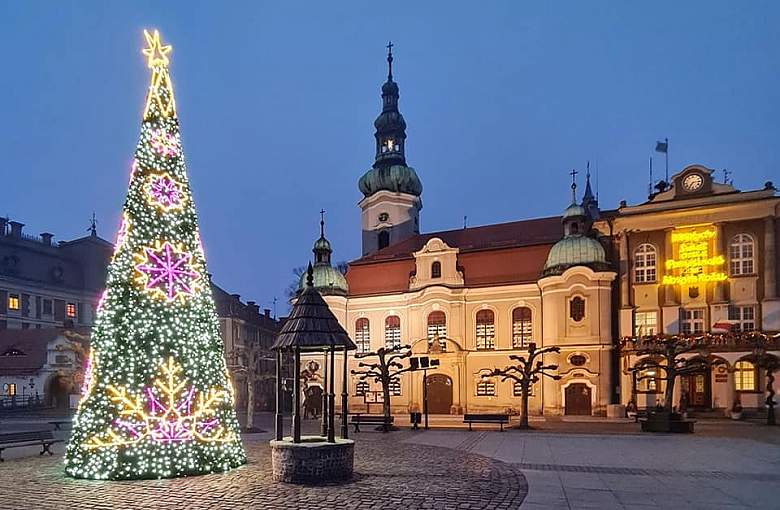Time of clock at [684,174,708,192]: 7:14
